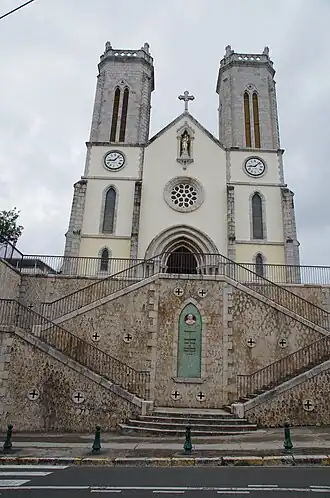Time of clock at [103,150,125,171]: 9:07
